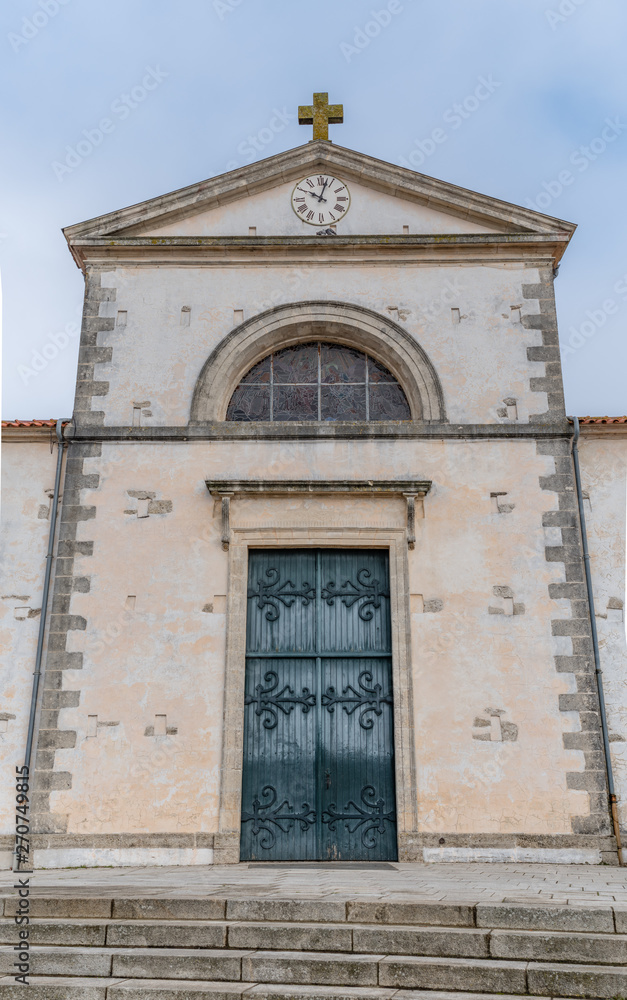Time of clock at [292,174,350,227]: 10:02
